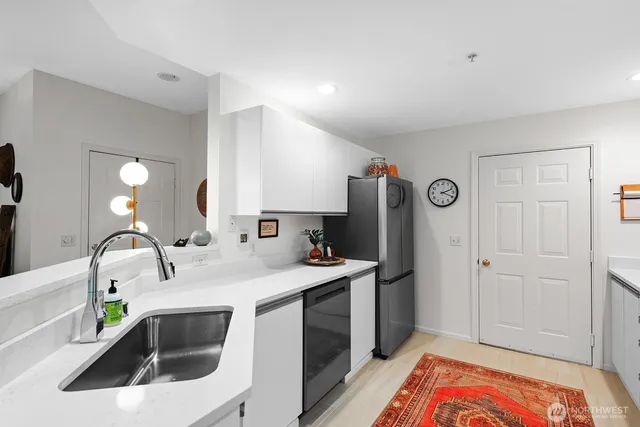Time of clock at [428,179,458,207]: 2:19
